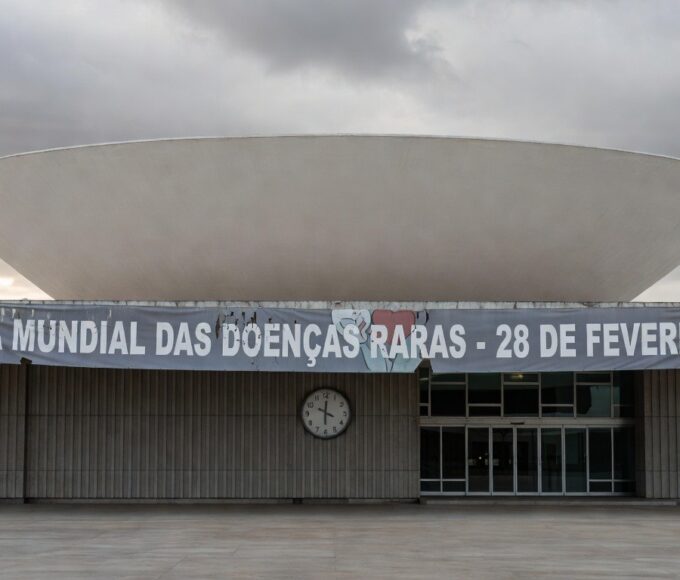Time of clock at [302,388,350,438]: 10:00
